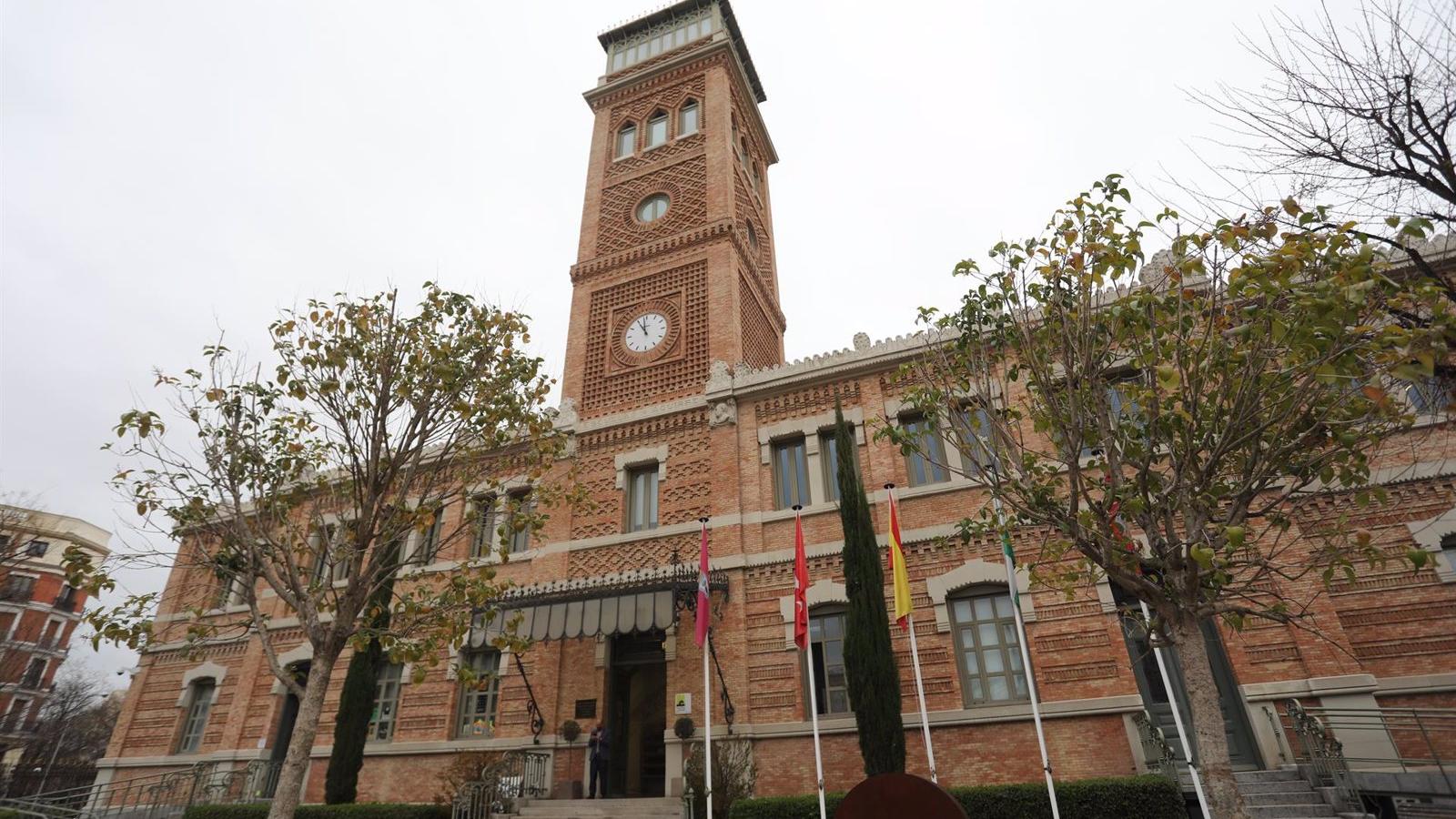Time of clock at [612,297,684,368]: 10:59
